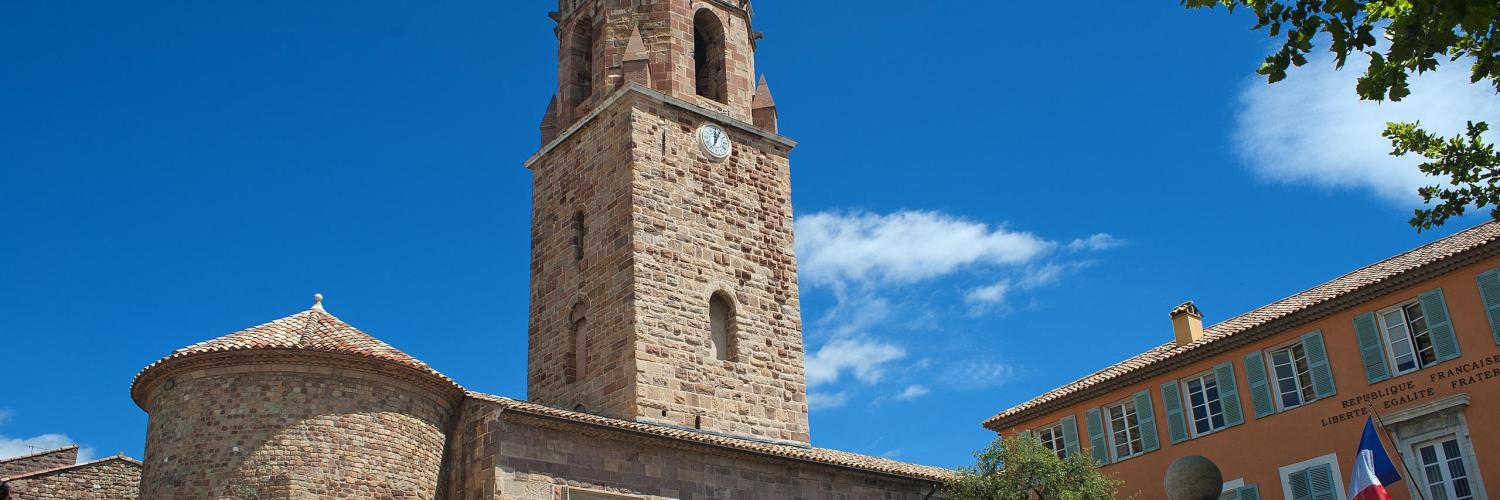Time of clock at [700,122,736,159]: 12:04
